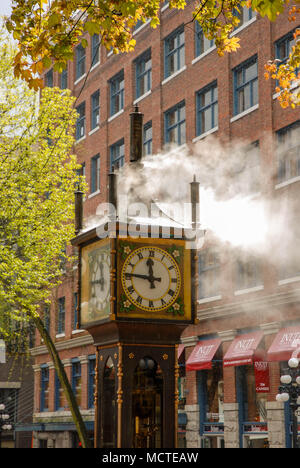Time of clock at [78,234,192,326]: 11:46
